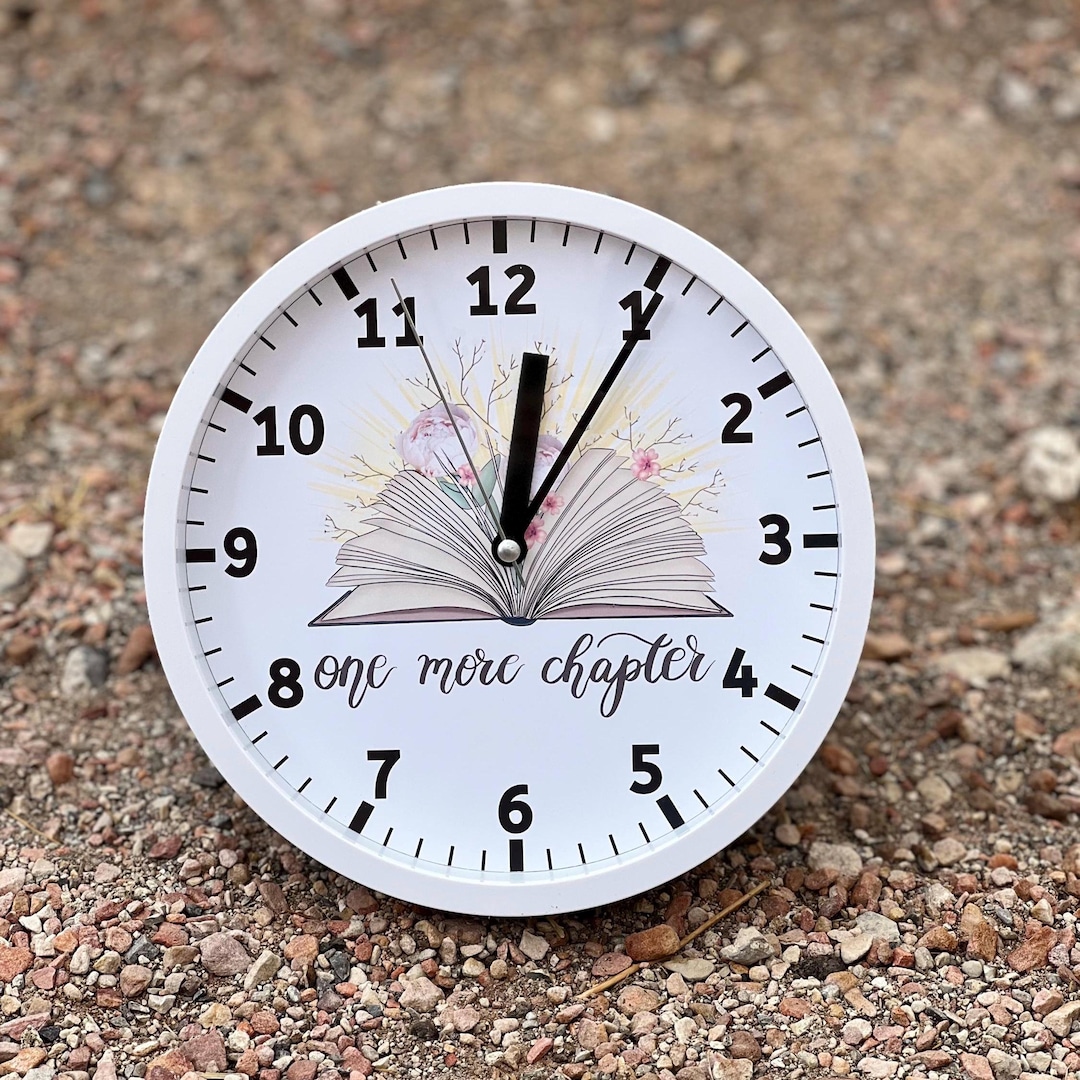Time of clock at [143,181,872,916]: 12:05
